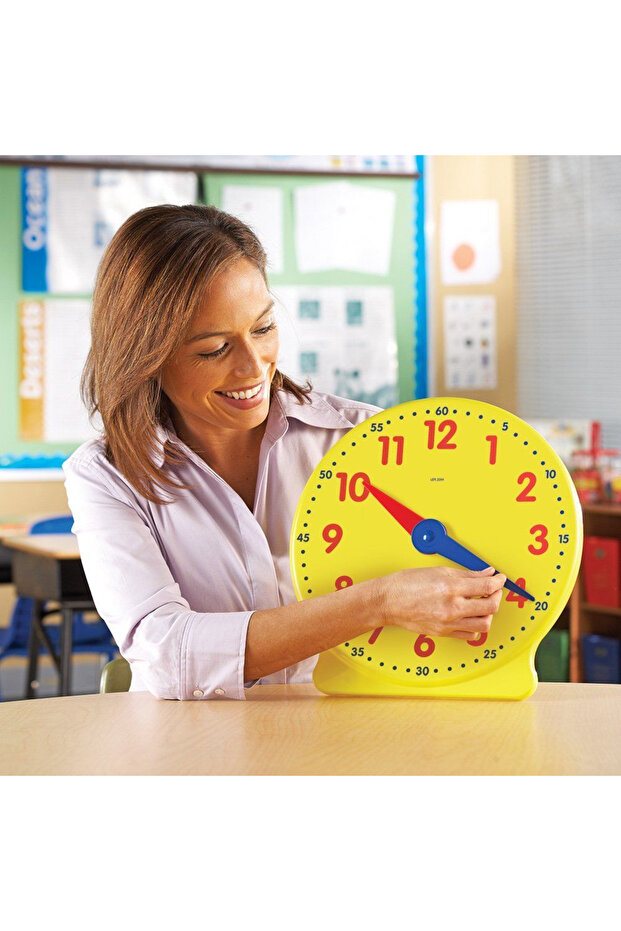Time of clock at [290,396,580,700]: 10:19
